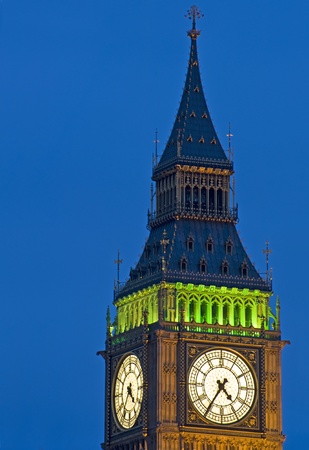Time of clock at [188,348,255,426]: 4:35
